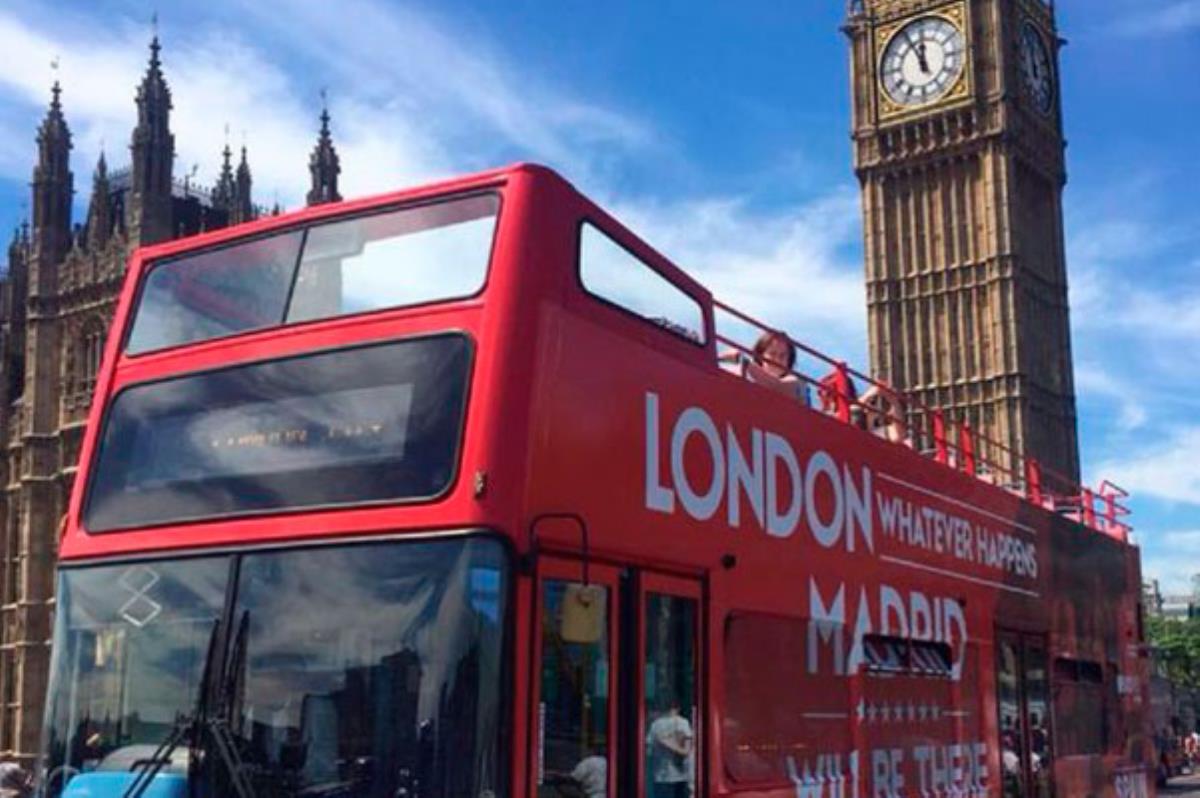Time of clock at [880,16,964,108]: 11:55
